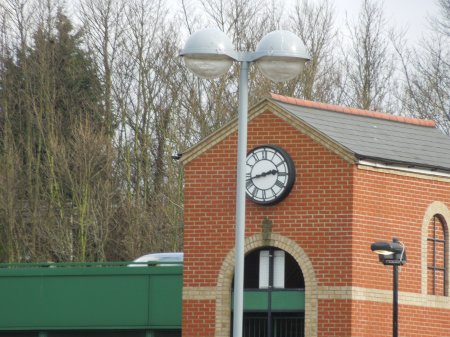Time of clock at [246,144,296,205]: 2:42
